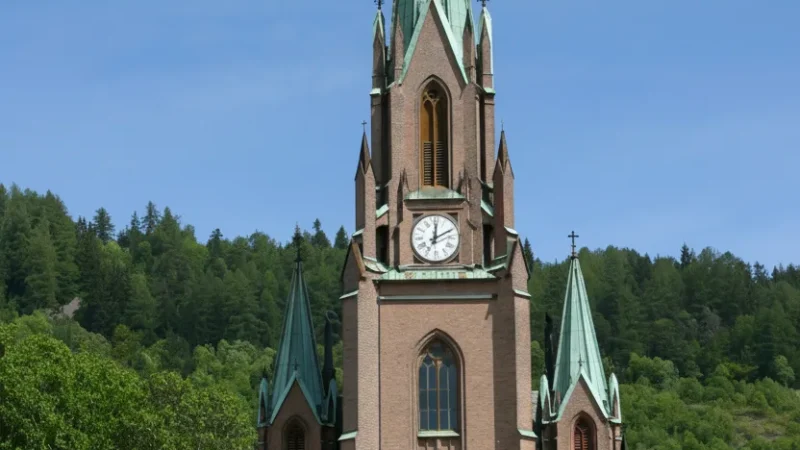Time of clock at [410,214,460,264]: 12:10
